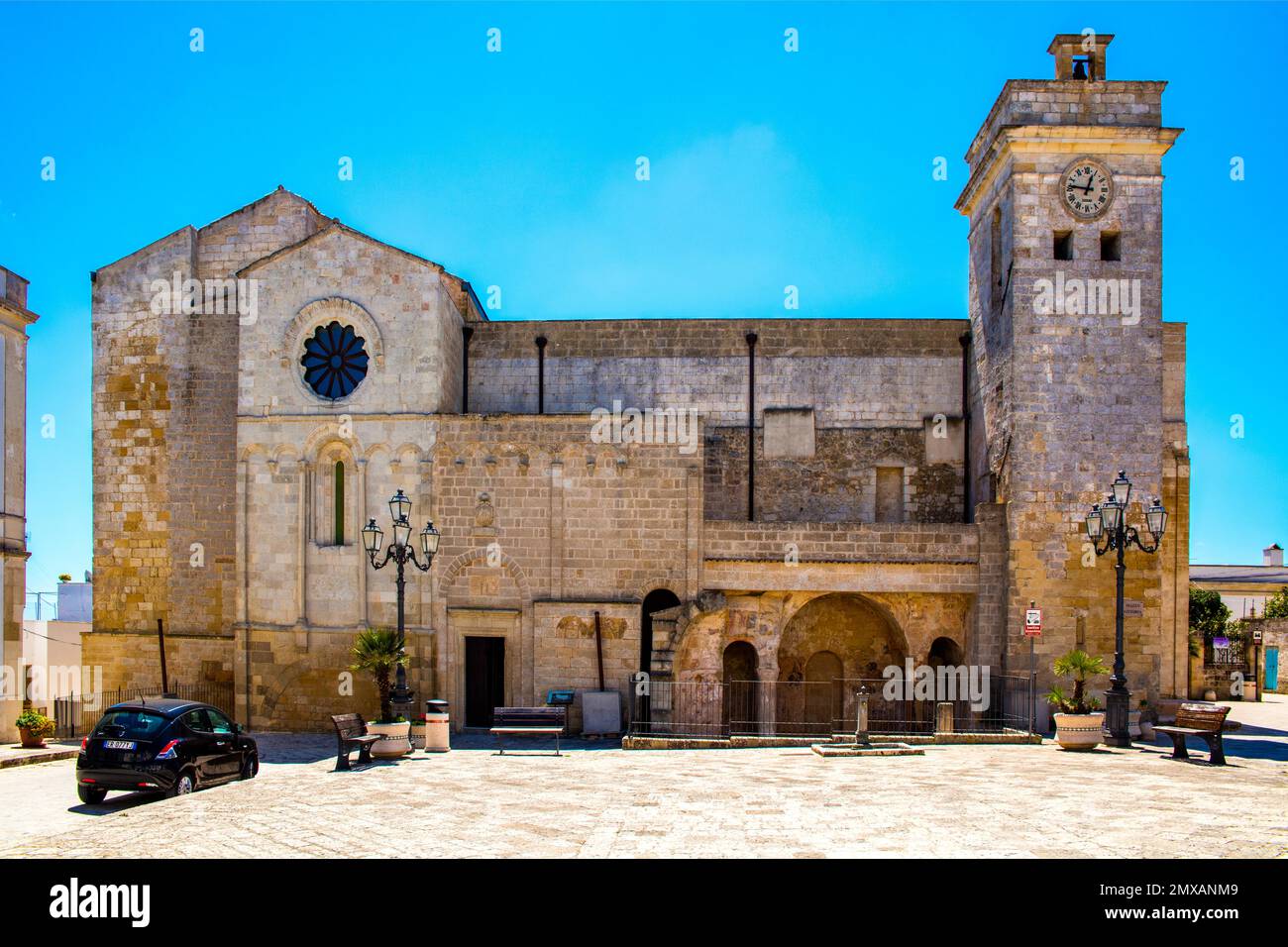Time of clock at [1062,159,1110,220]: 12:46
